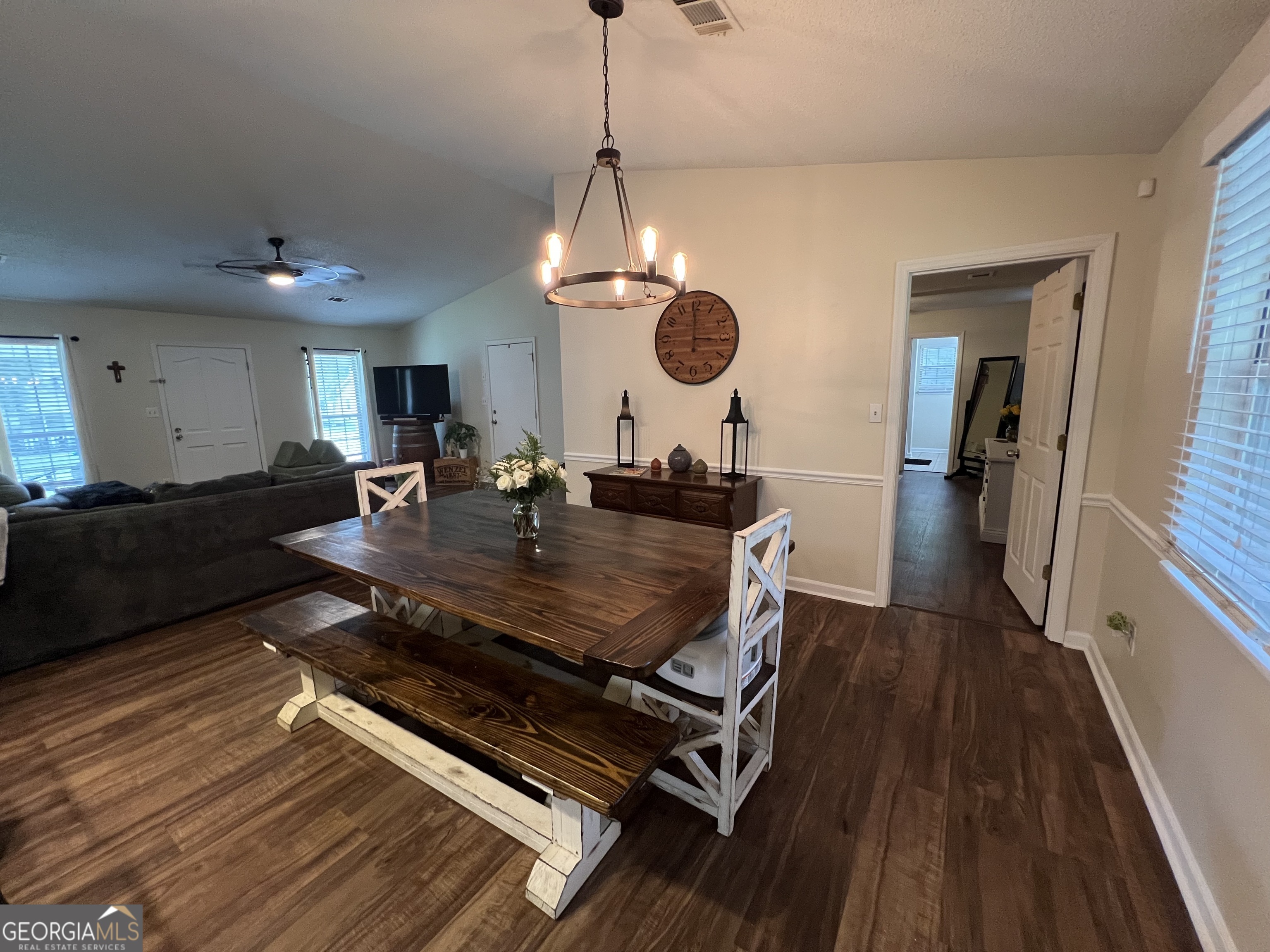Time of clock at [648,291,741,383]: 2:59
